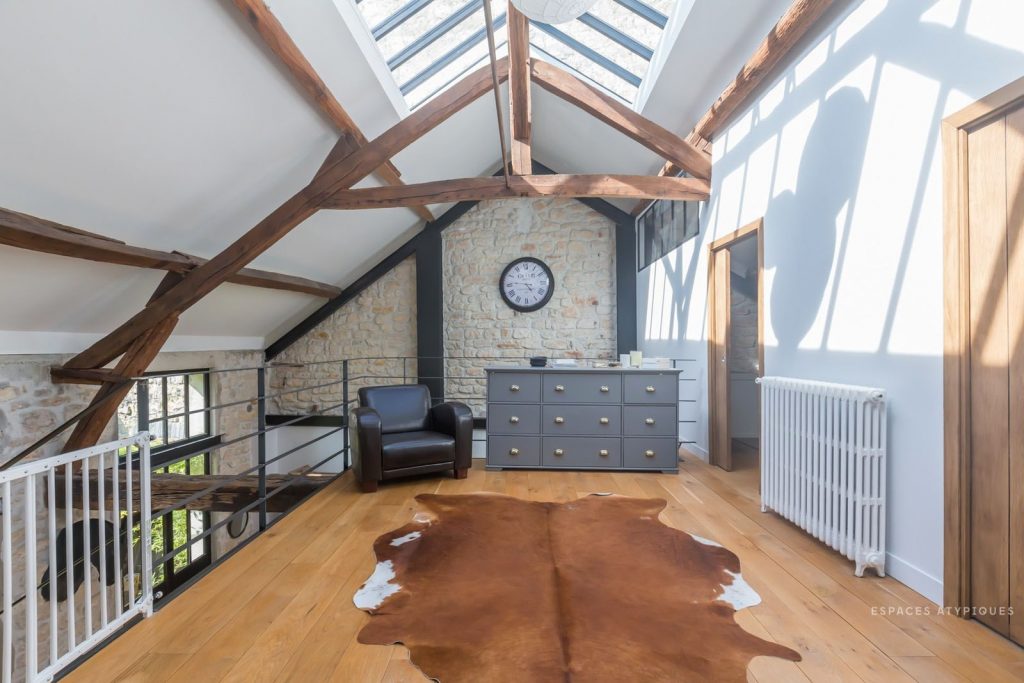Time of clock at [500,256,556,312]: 4:46
